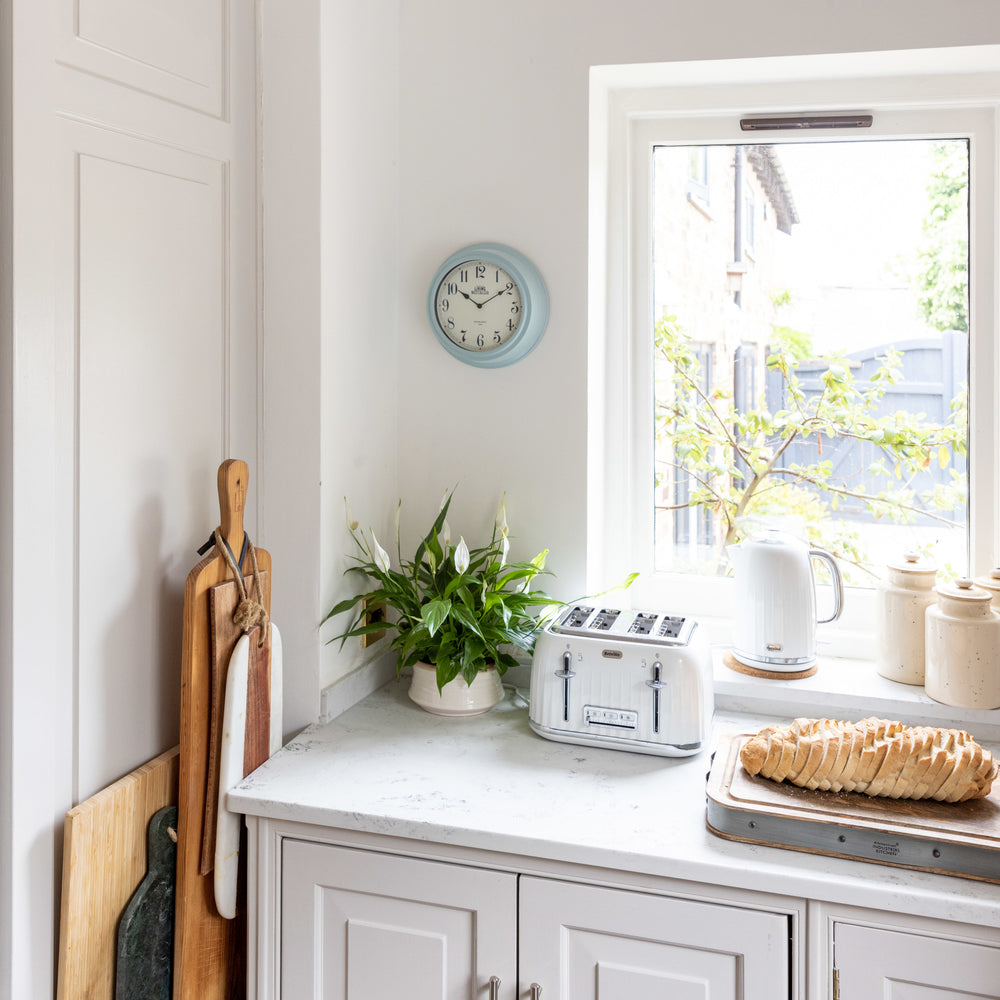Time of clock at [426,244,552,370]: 10:09
